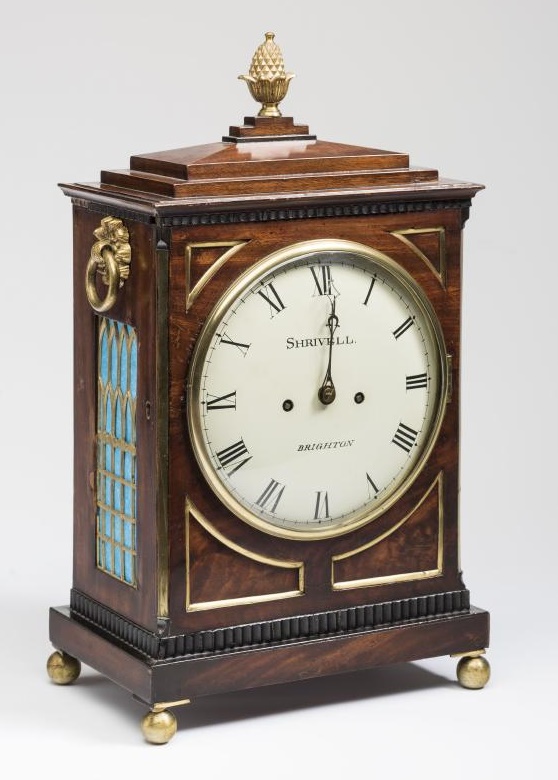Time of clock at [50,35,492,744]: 9:01
